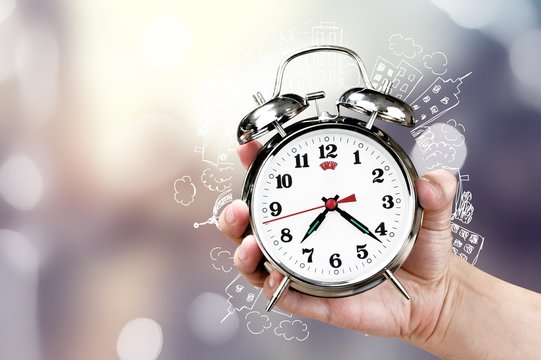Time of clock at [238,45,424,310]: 7:21
